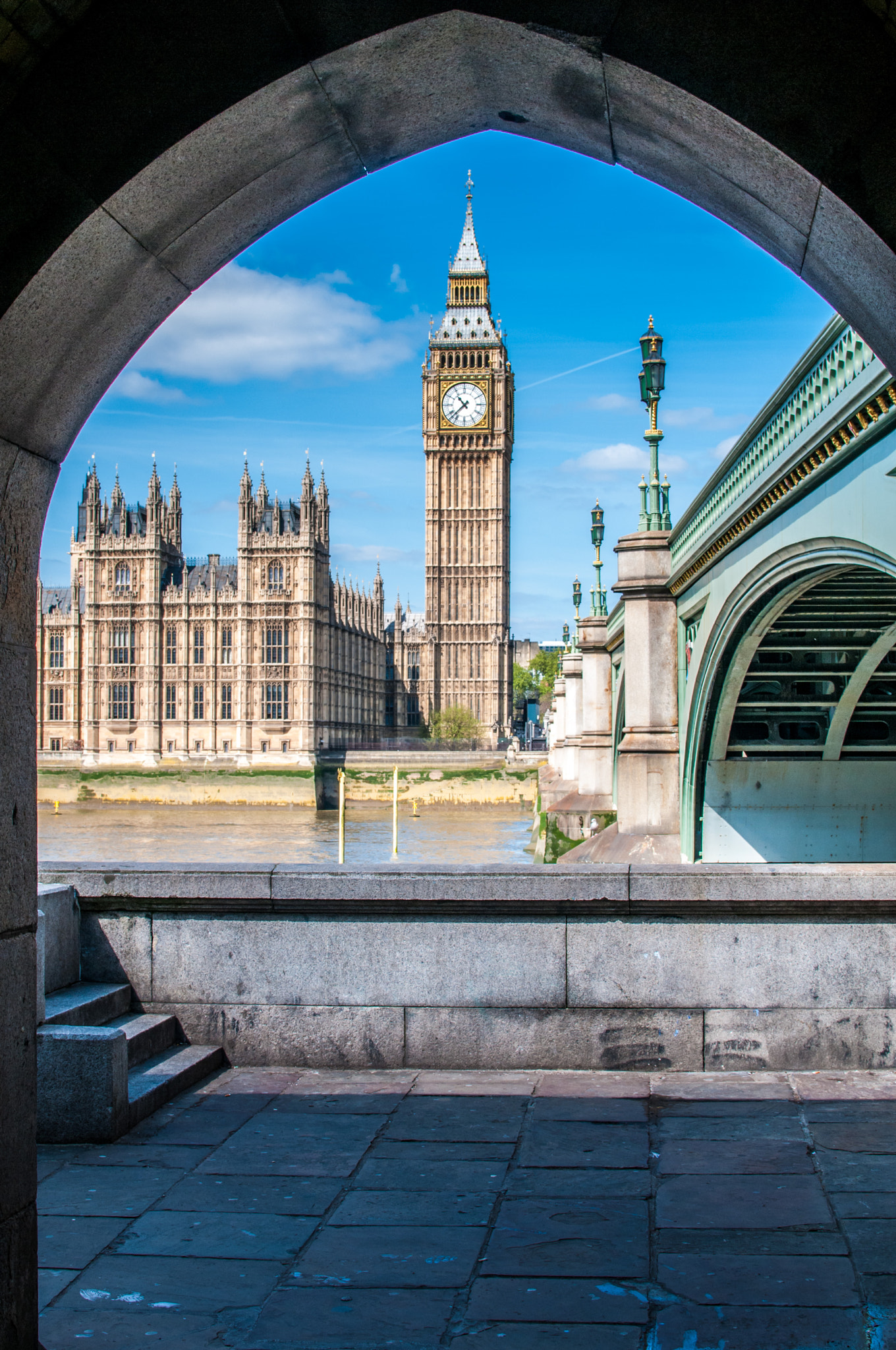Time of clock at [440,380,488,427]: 10:37
